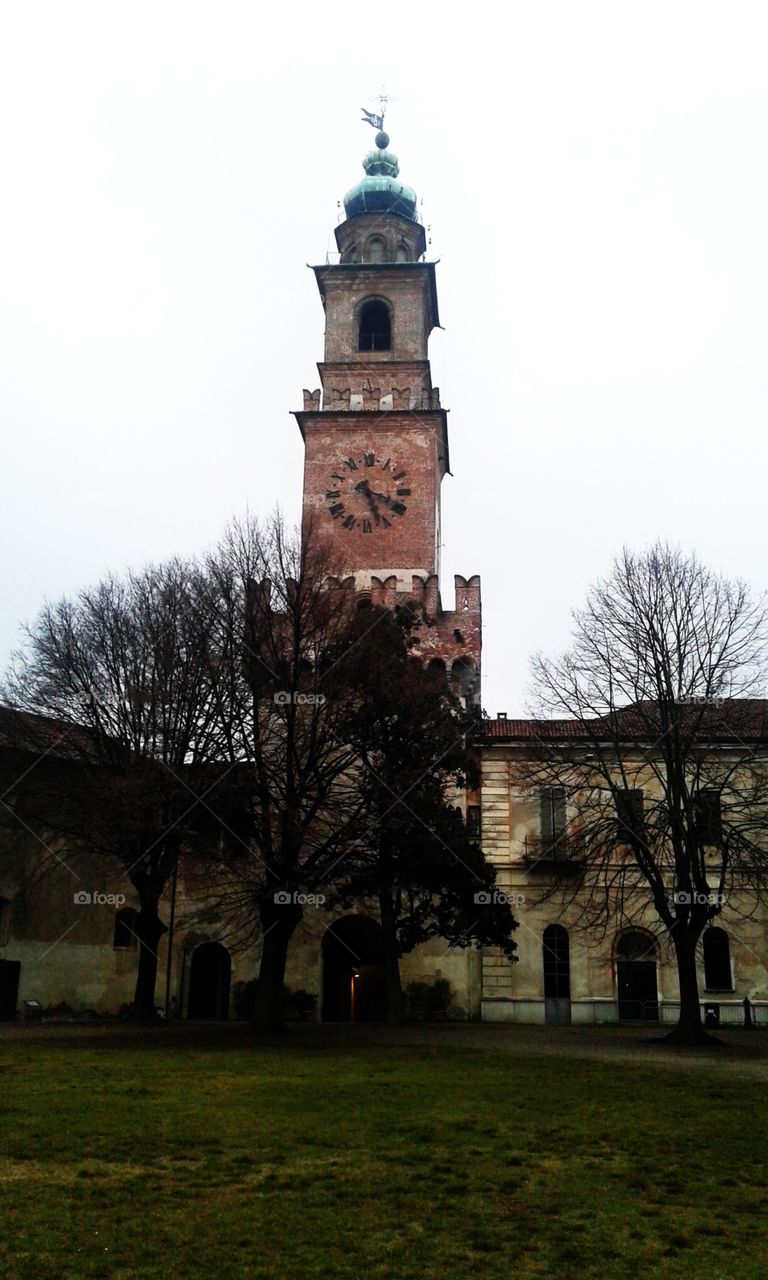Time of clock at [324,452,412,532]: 5:18
